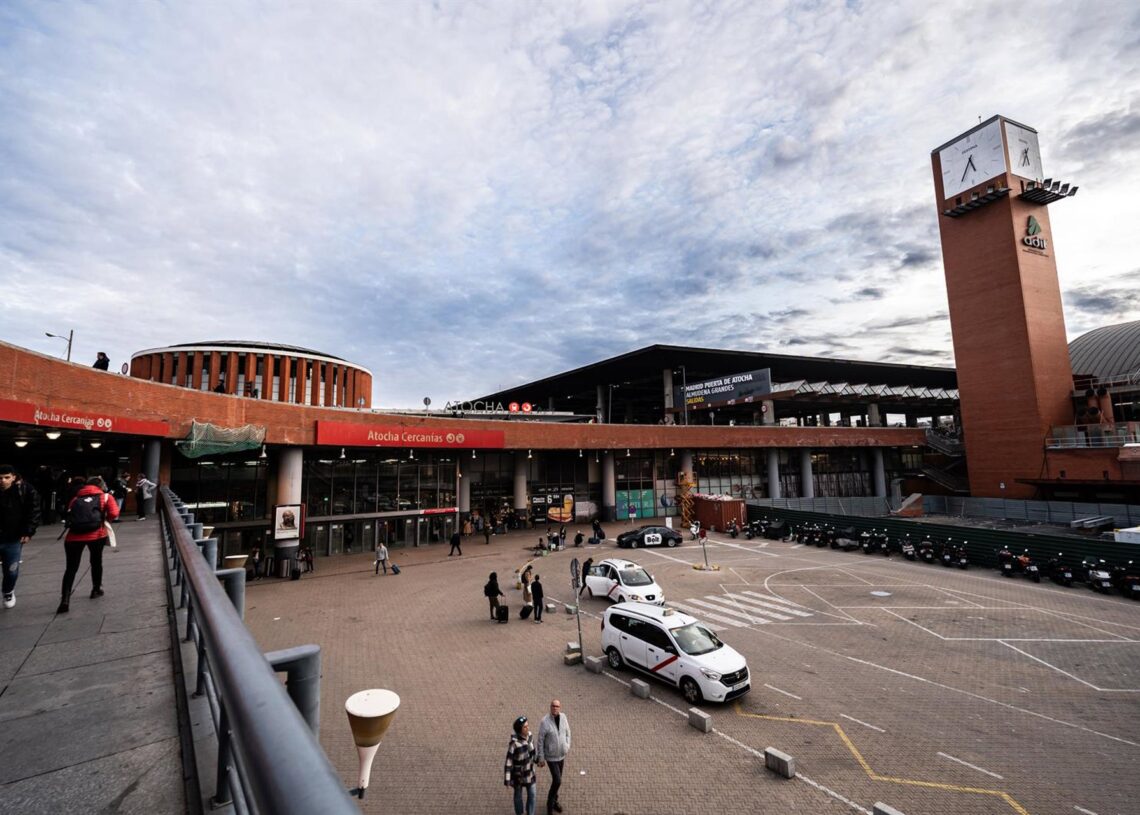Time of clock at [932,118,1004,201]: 5:35
